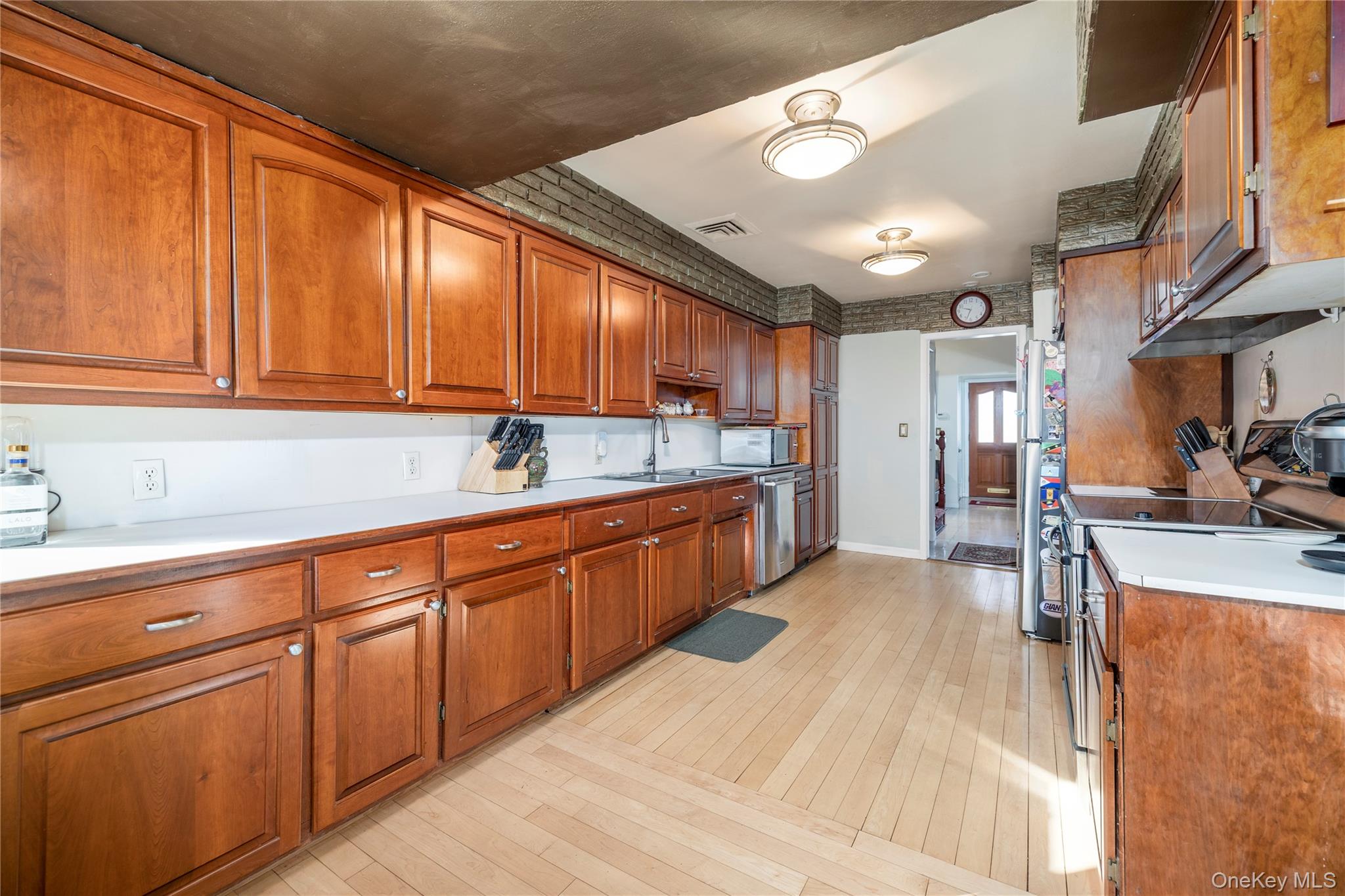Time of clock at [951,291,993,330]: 9:33
